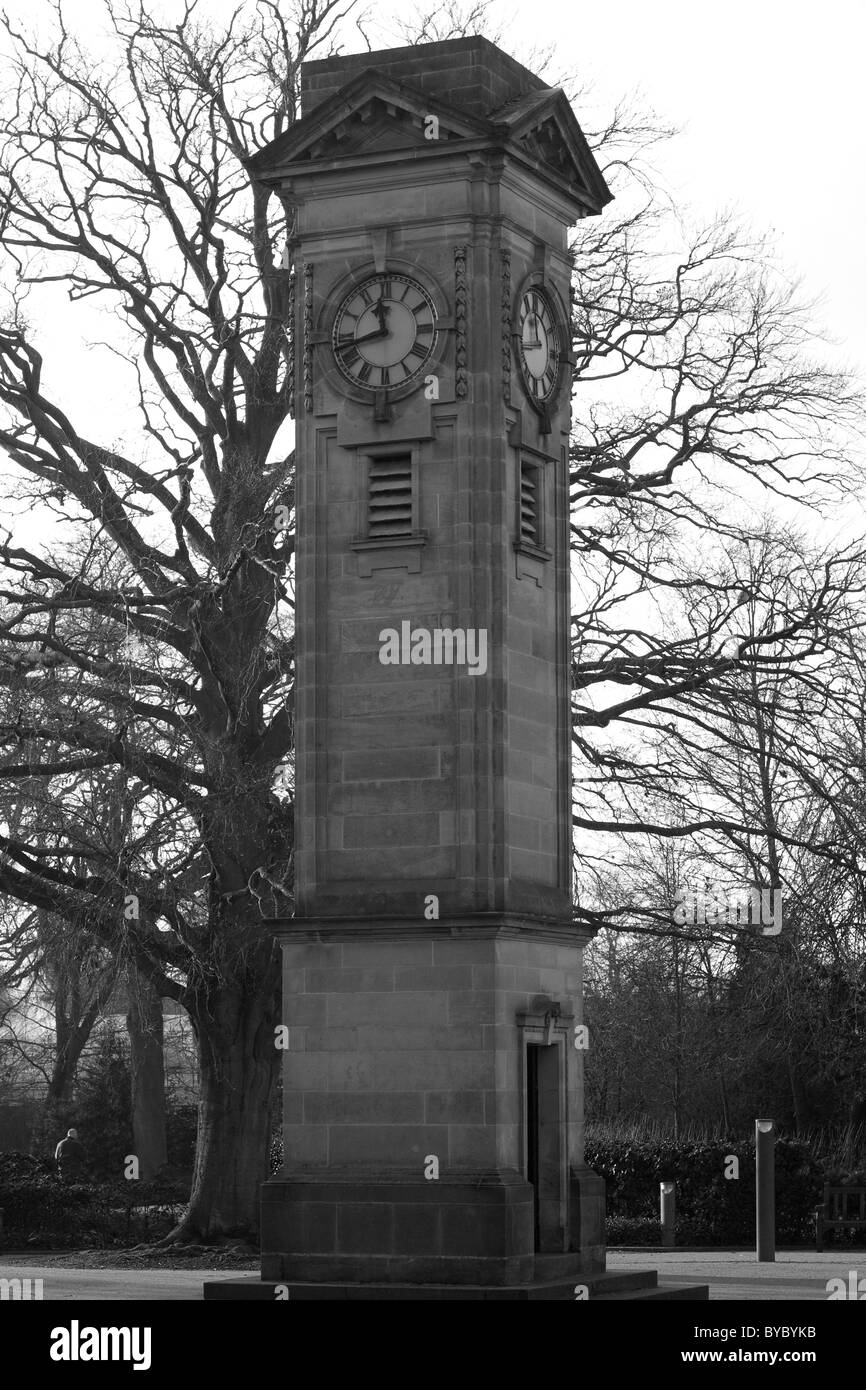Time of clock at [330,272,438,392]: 11:42
